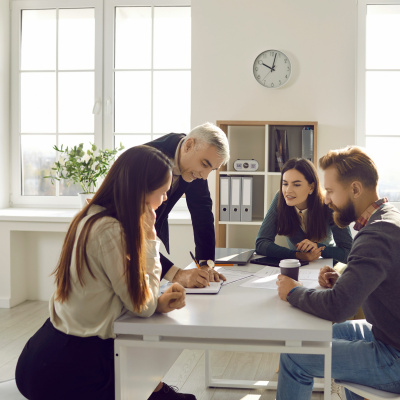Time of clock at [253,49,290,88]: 10:02
